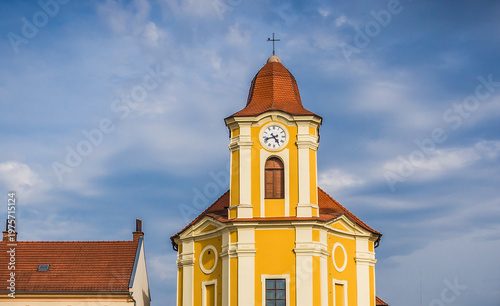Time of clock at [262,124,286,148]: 4:42
